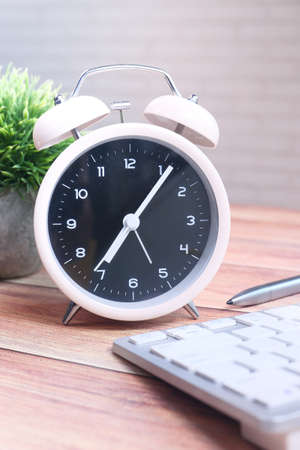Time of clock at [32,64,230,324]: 7:06
